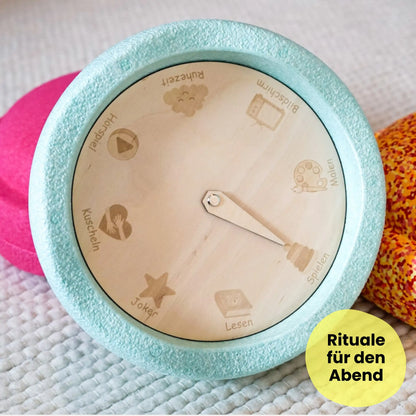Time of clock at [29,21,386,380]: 3:34
